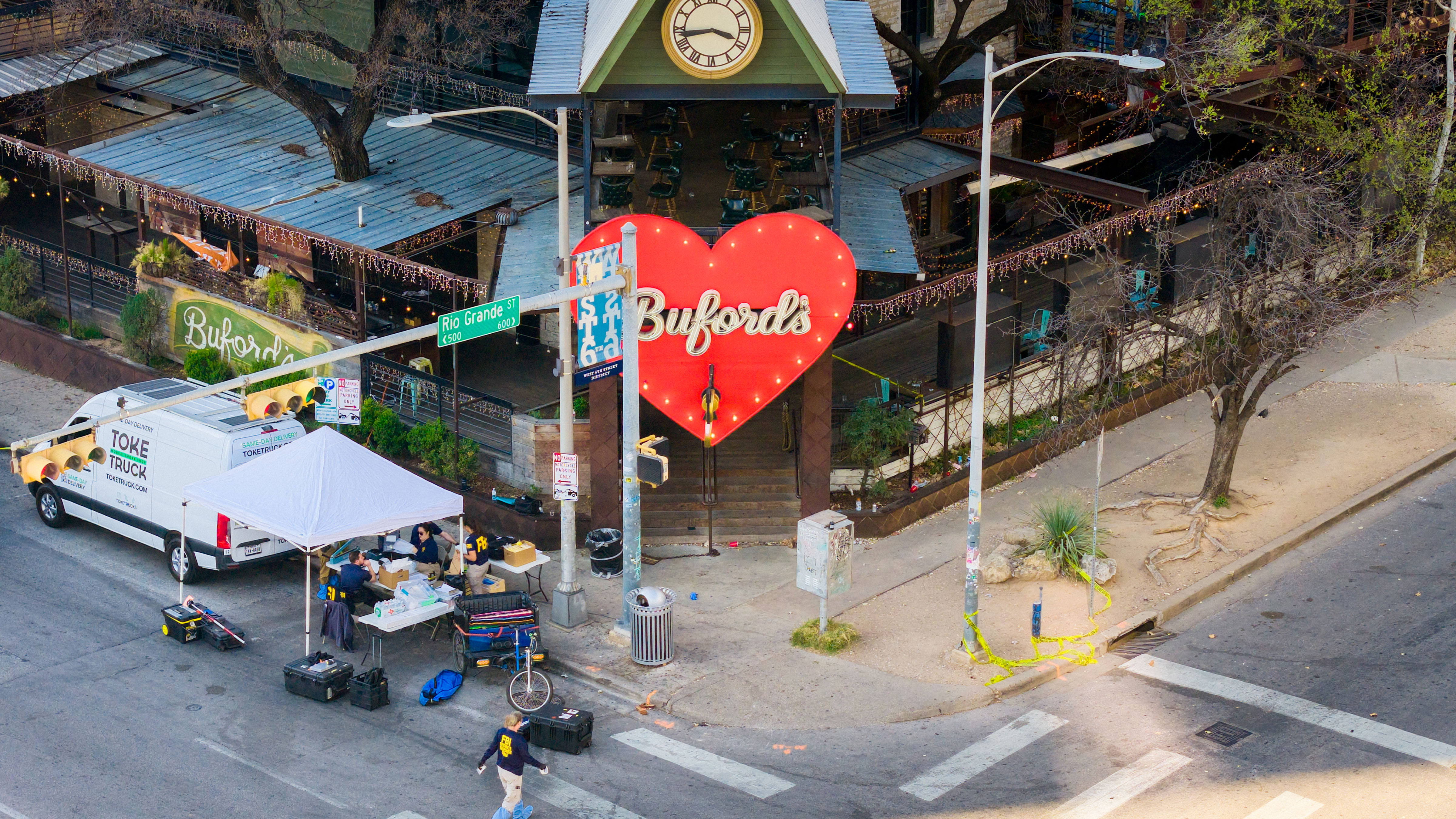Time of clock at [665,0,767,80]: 3:43
